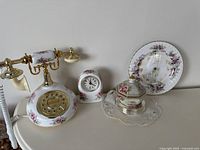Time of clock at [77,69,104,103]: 12:19
